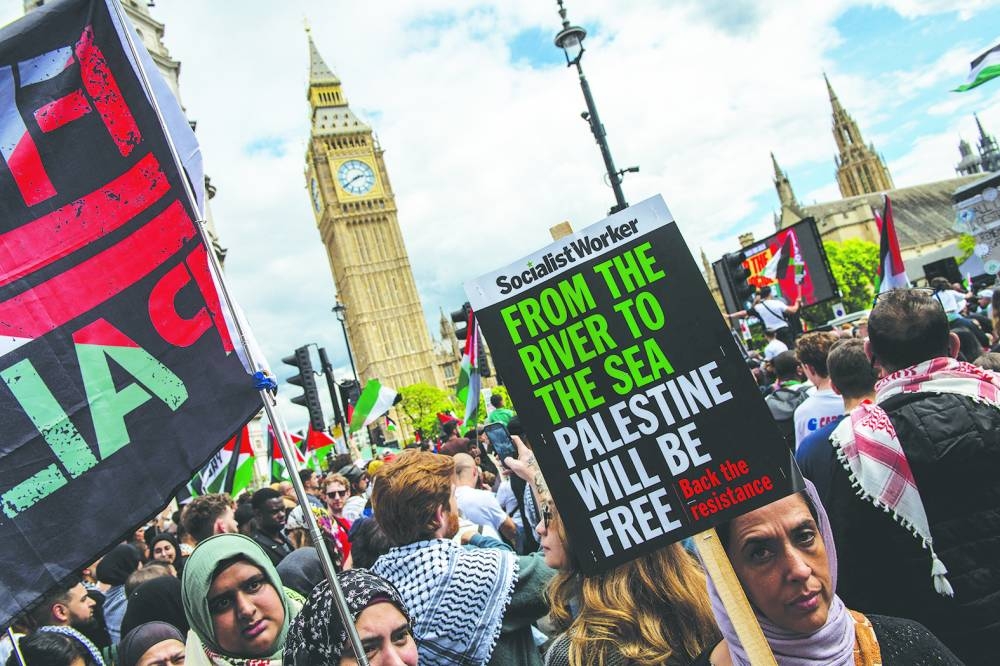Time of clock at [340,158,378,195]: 2:40
